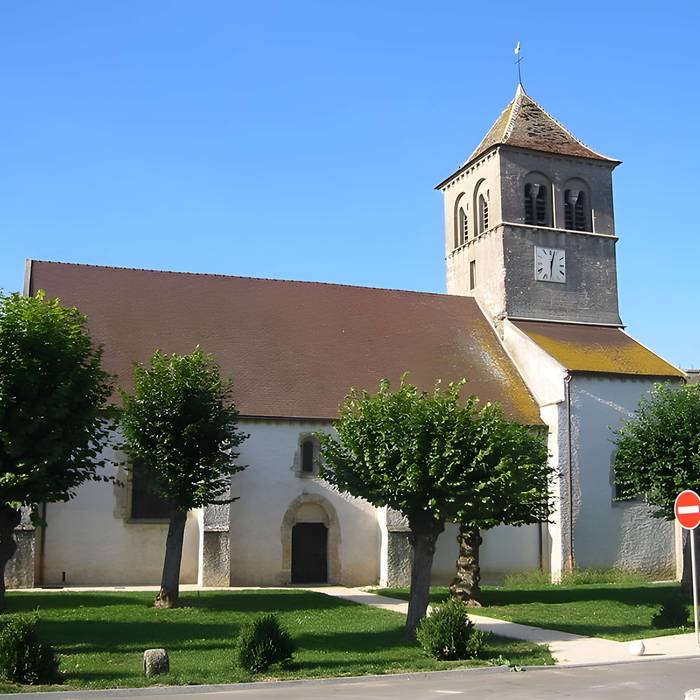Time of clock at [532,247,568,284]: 12:30
